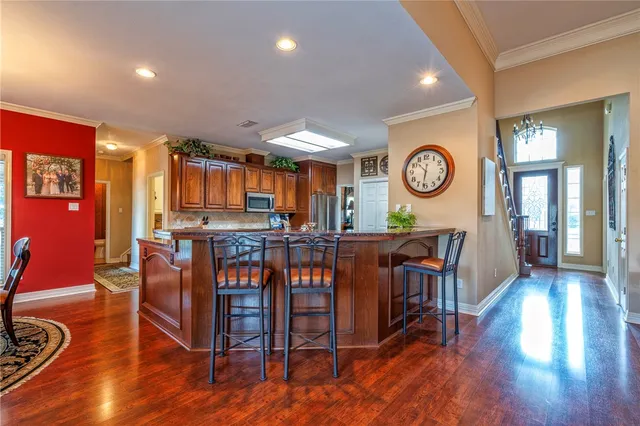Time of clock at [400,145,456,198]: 10:31
